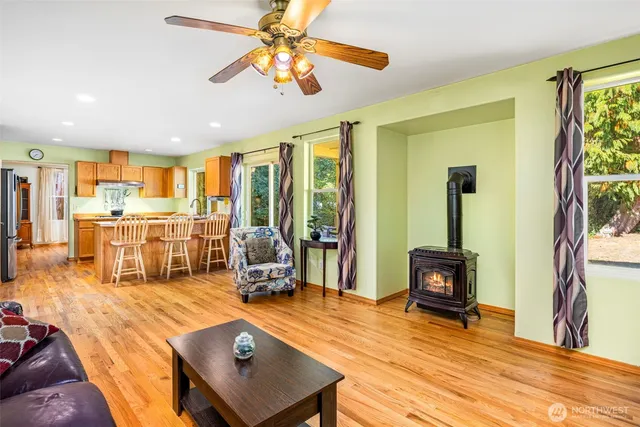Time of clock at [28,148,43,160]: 7:37
